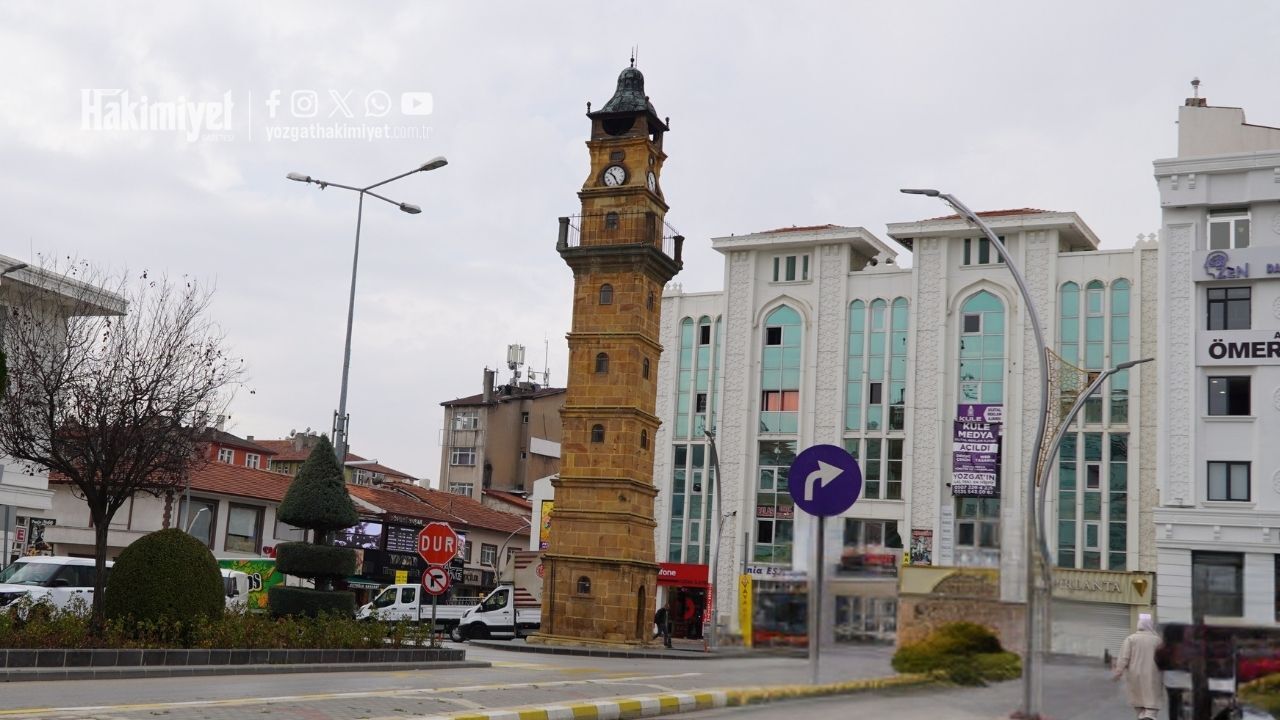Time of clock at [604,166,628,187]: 10:25
